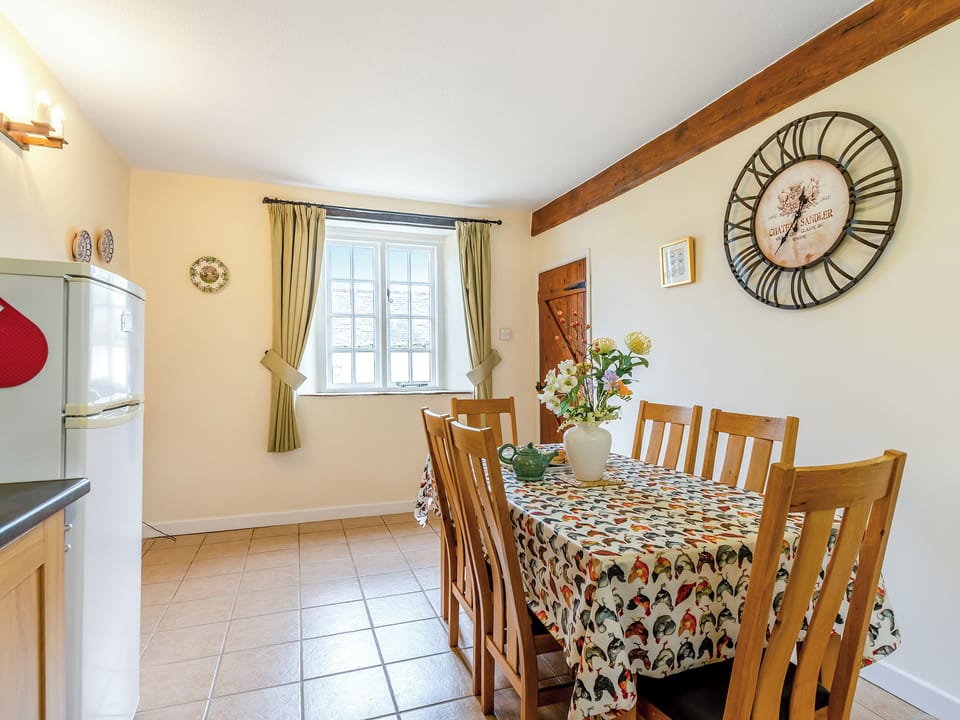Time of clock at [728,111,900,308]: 12:36
